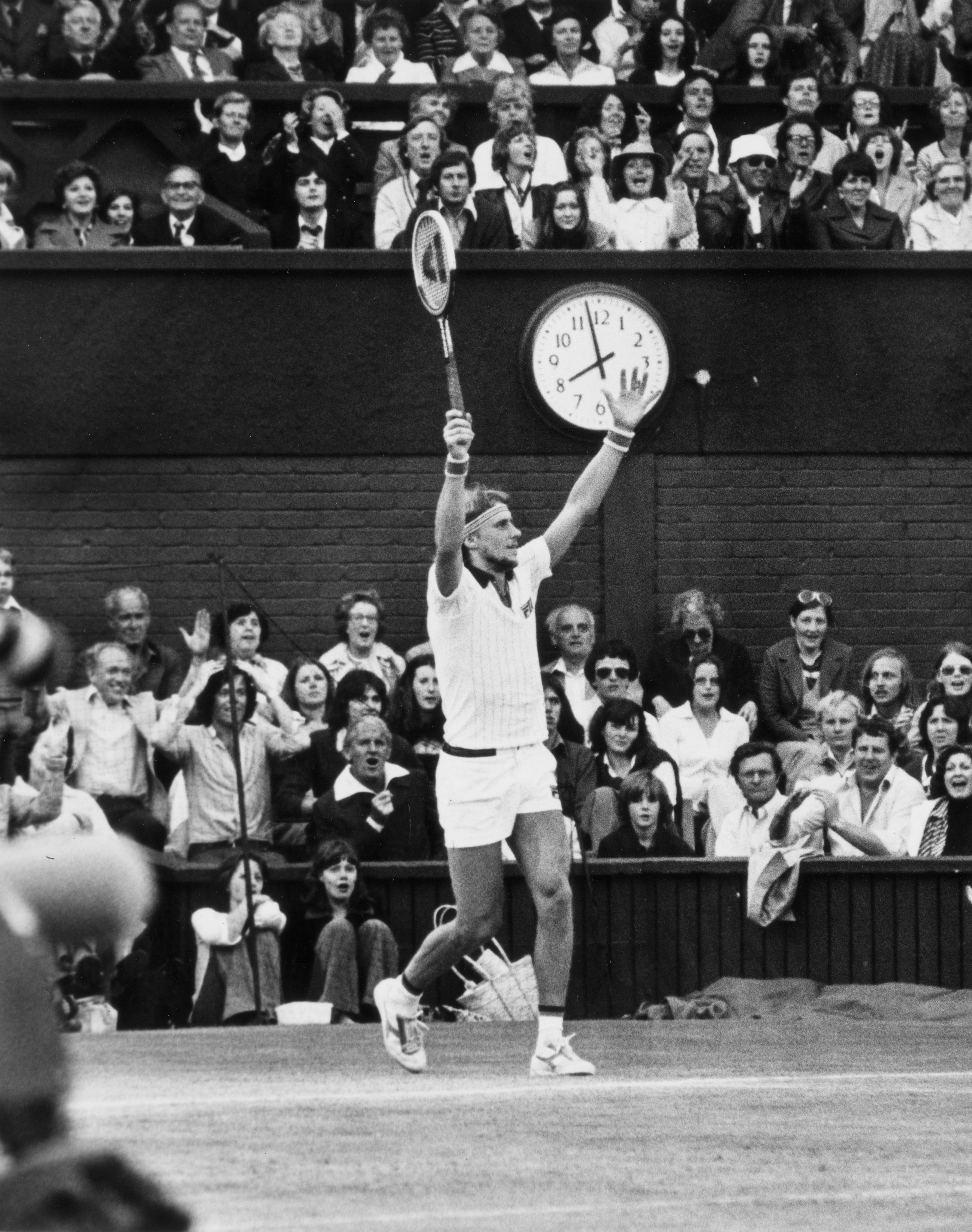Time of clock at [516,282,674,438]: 7:57
